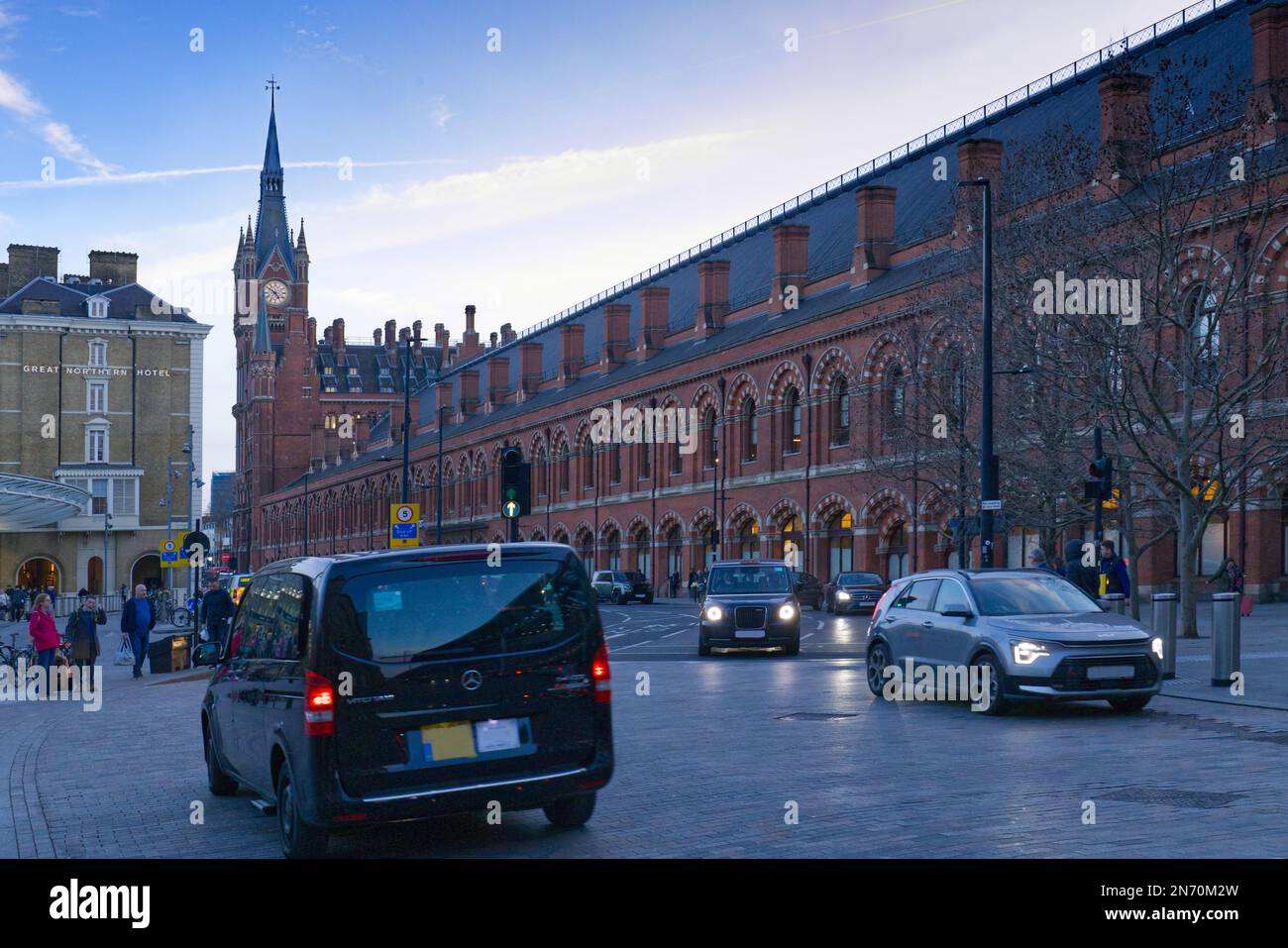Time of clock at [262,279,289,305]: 4:50
